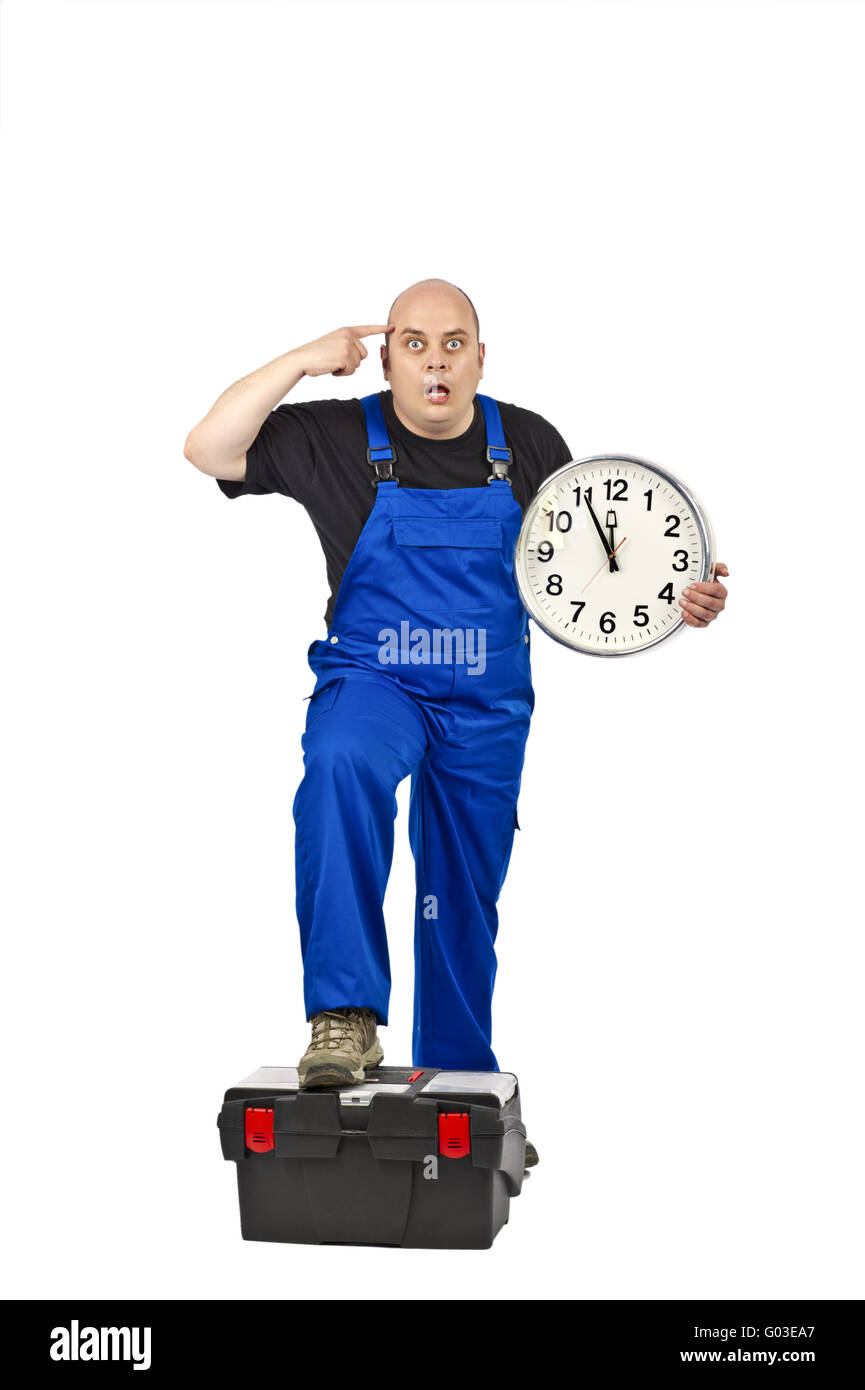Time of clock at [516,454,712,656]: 11:55
